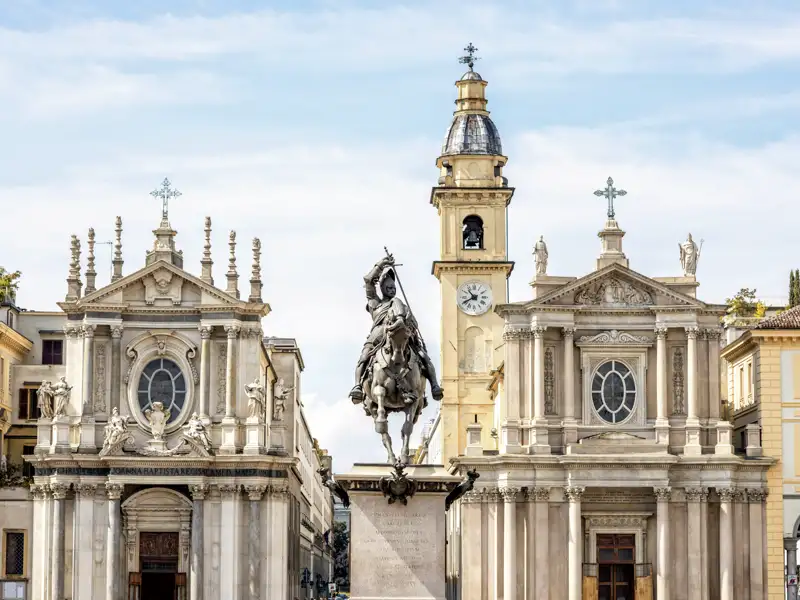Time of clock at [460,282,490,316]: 10:40
